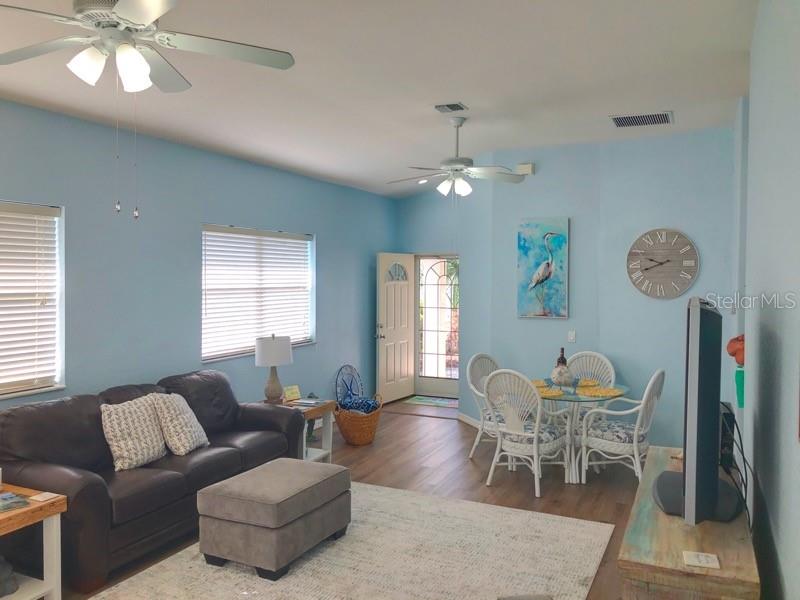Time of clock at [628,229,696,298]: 9:41
